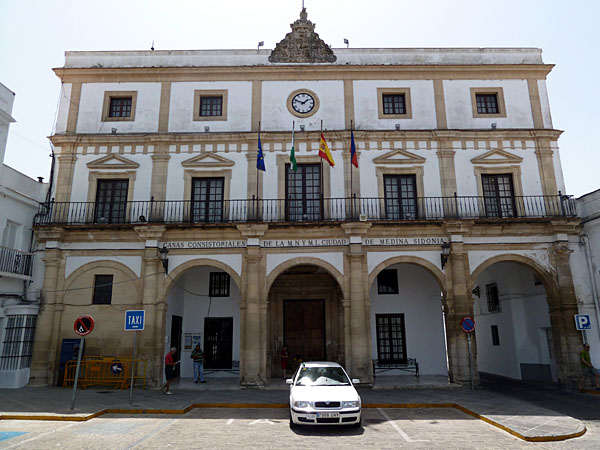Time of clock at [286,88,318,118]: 1:47
